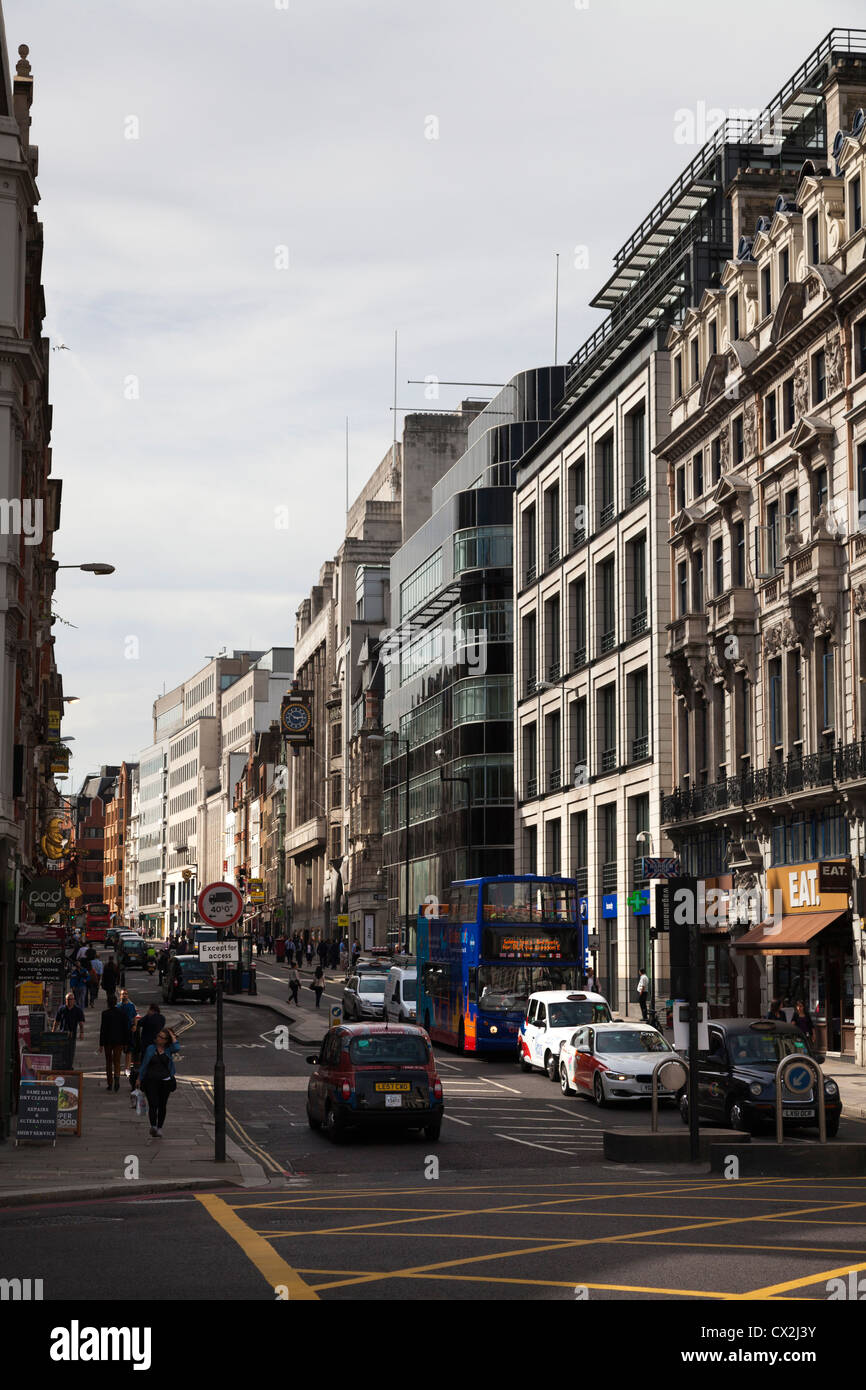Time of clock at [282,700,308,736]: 2:50
